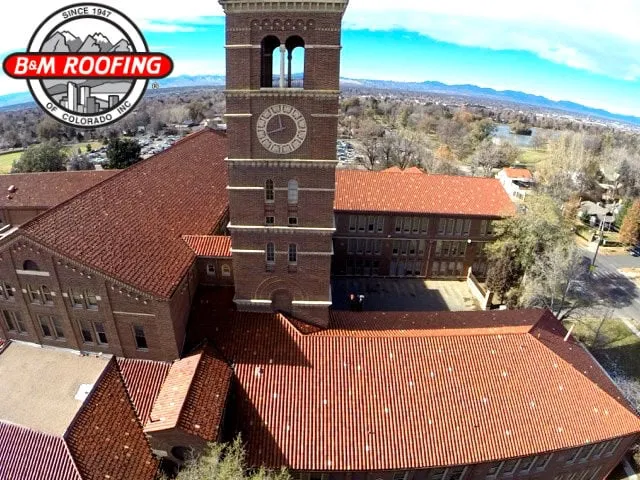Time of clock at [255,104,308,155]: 11:42
